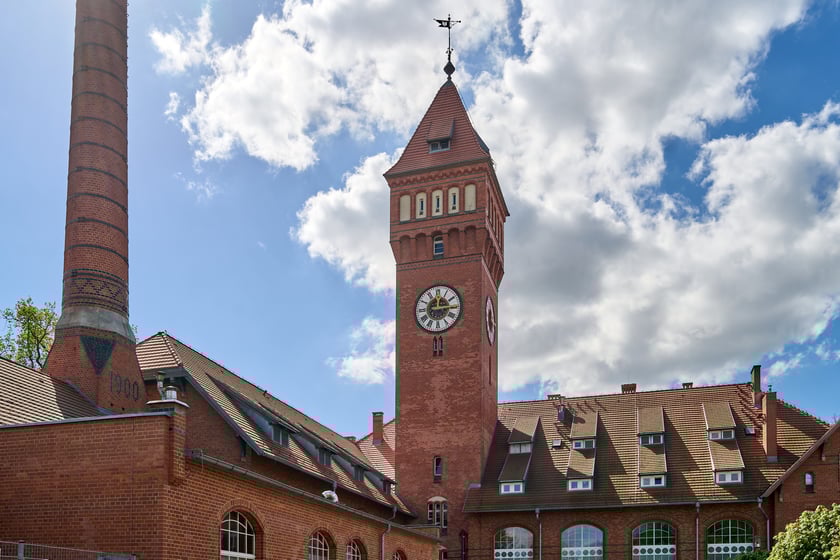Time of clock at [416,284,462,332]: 12:14
